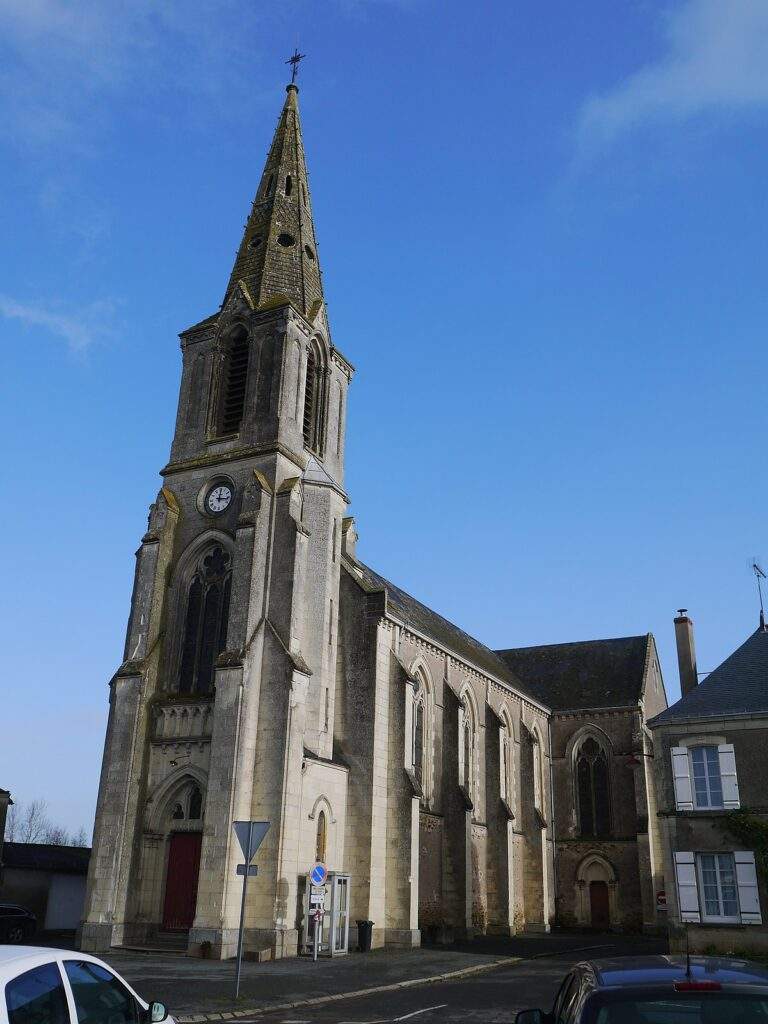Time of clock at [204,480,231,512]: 12:16
